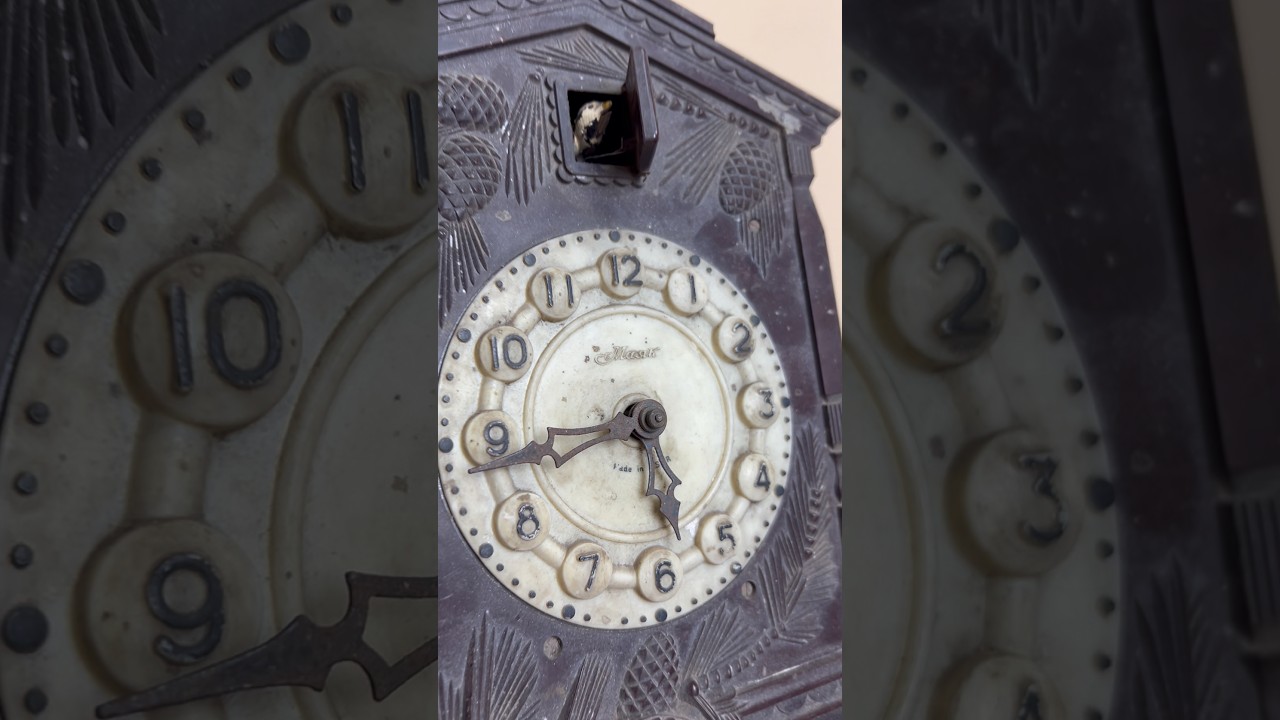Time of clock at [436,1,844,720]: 5:43
